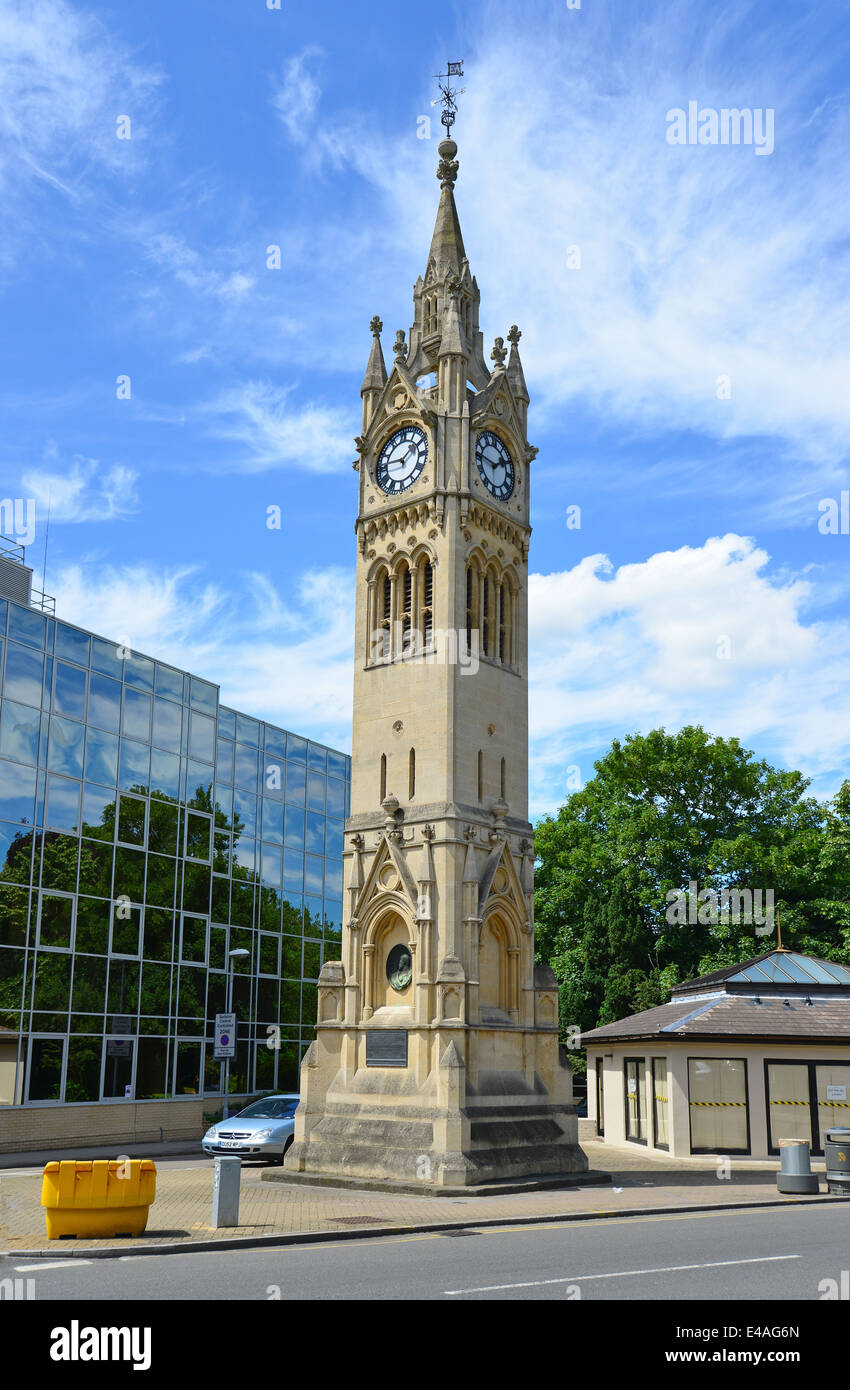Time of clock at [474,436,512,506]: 1:46
